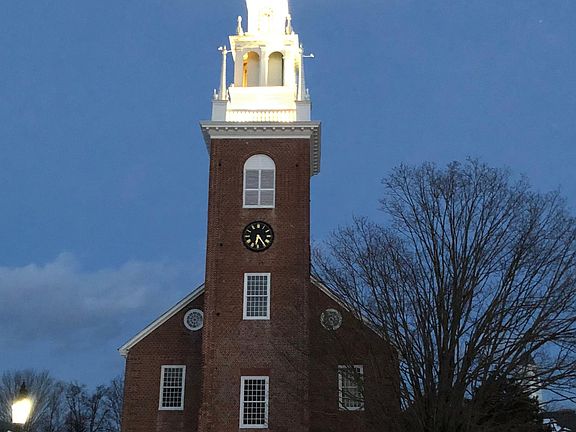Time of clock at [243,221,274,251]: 6:24
